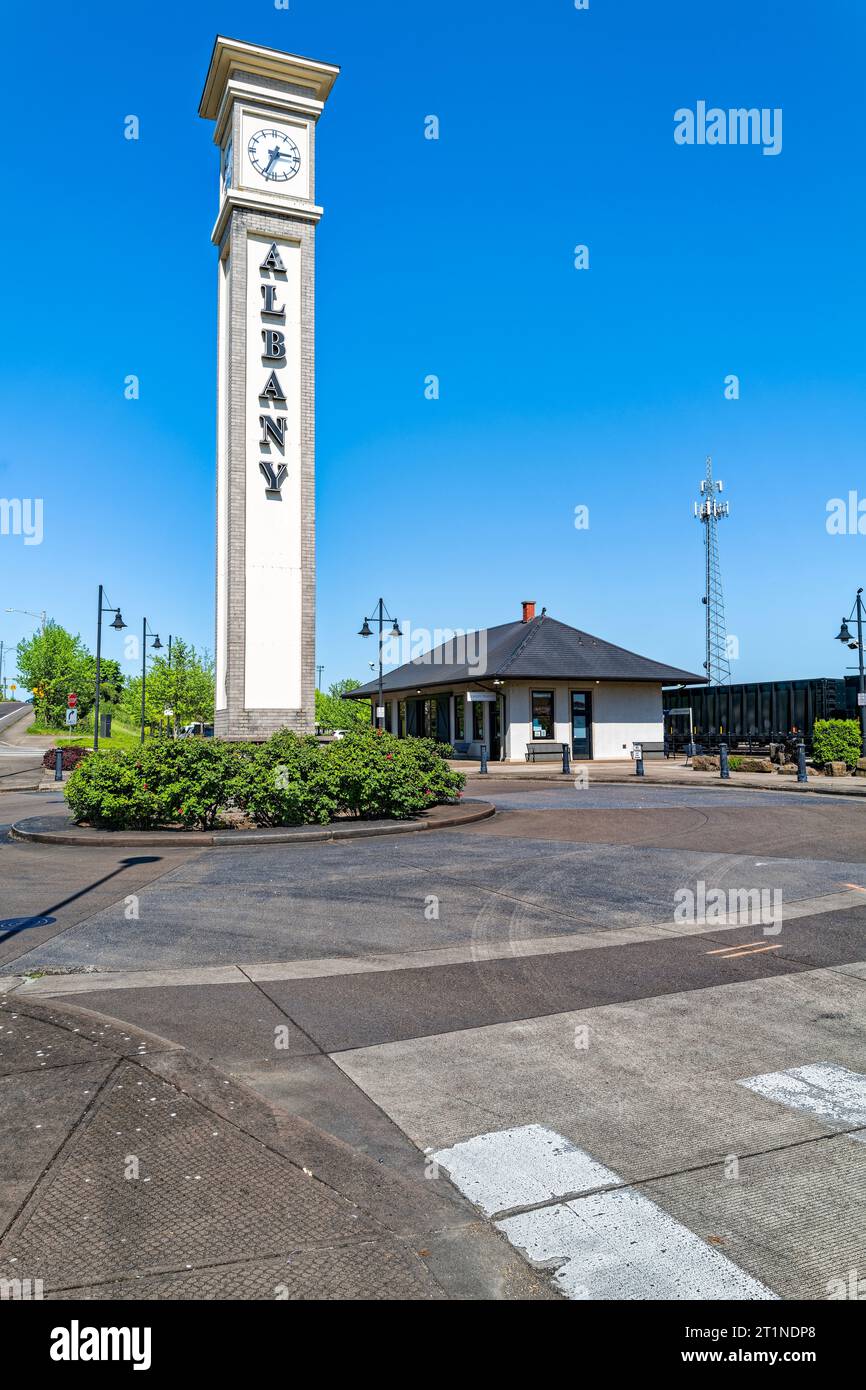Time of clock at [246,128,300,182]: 2:34
